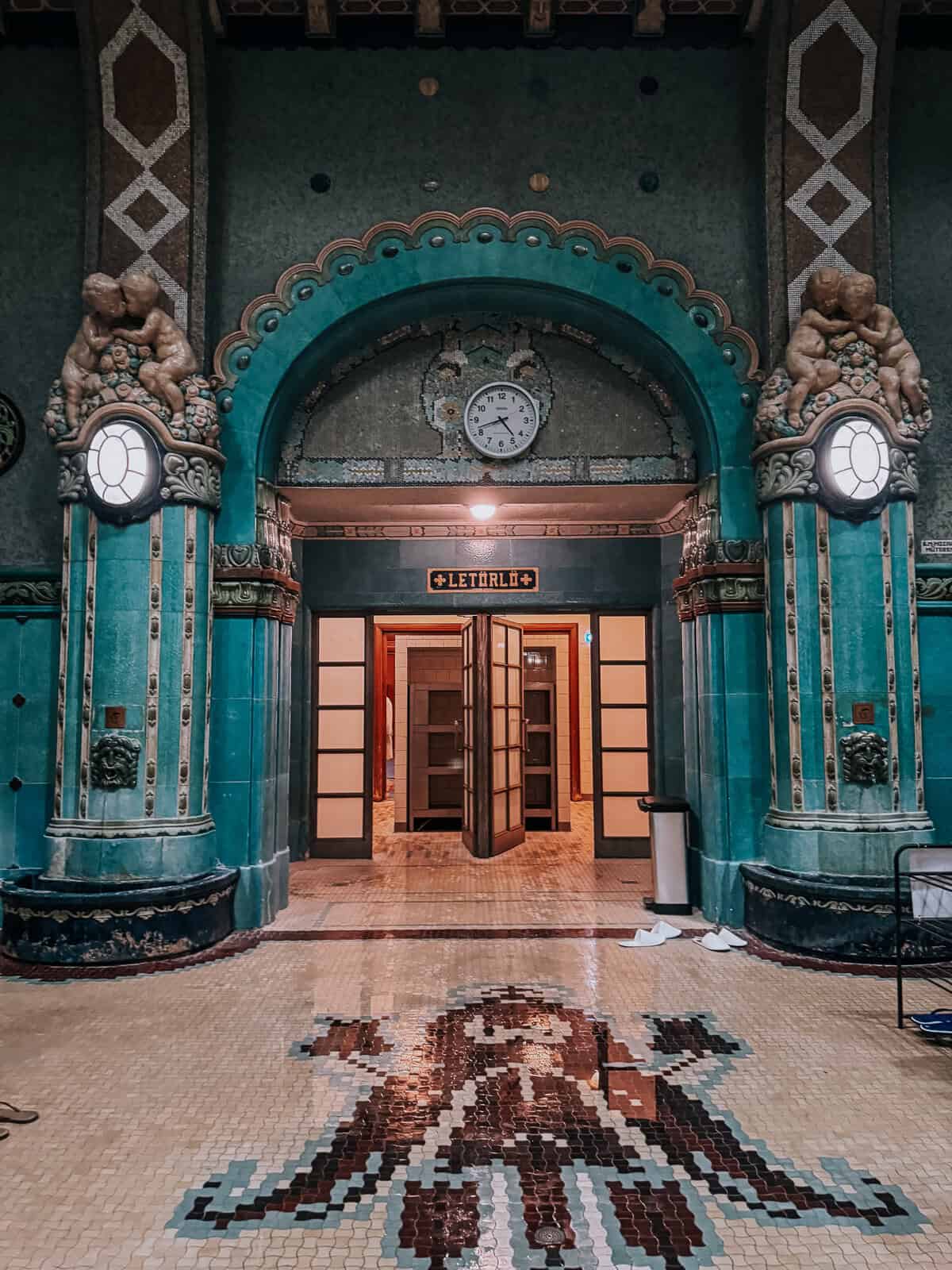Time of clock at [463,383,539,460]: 4:42
